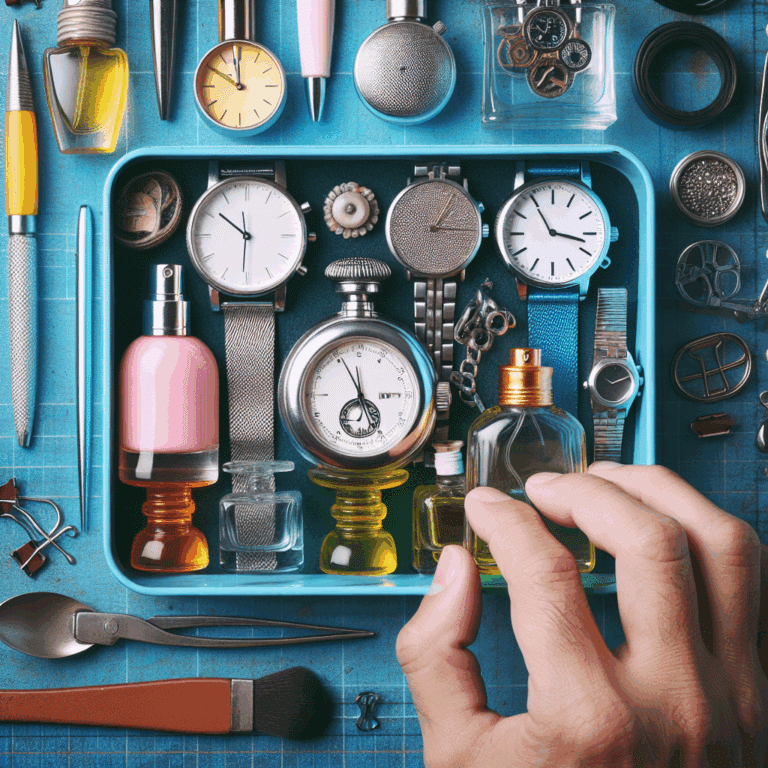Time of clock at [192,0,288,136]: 9:59
